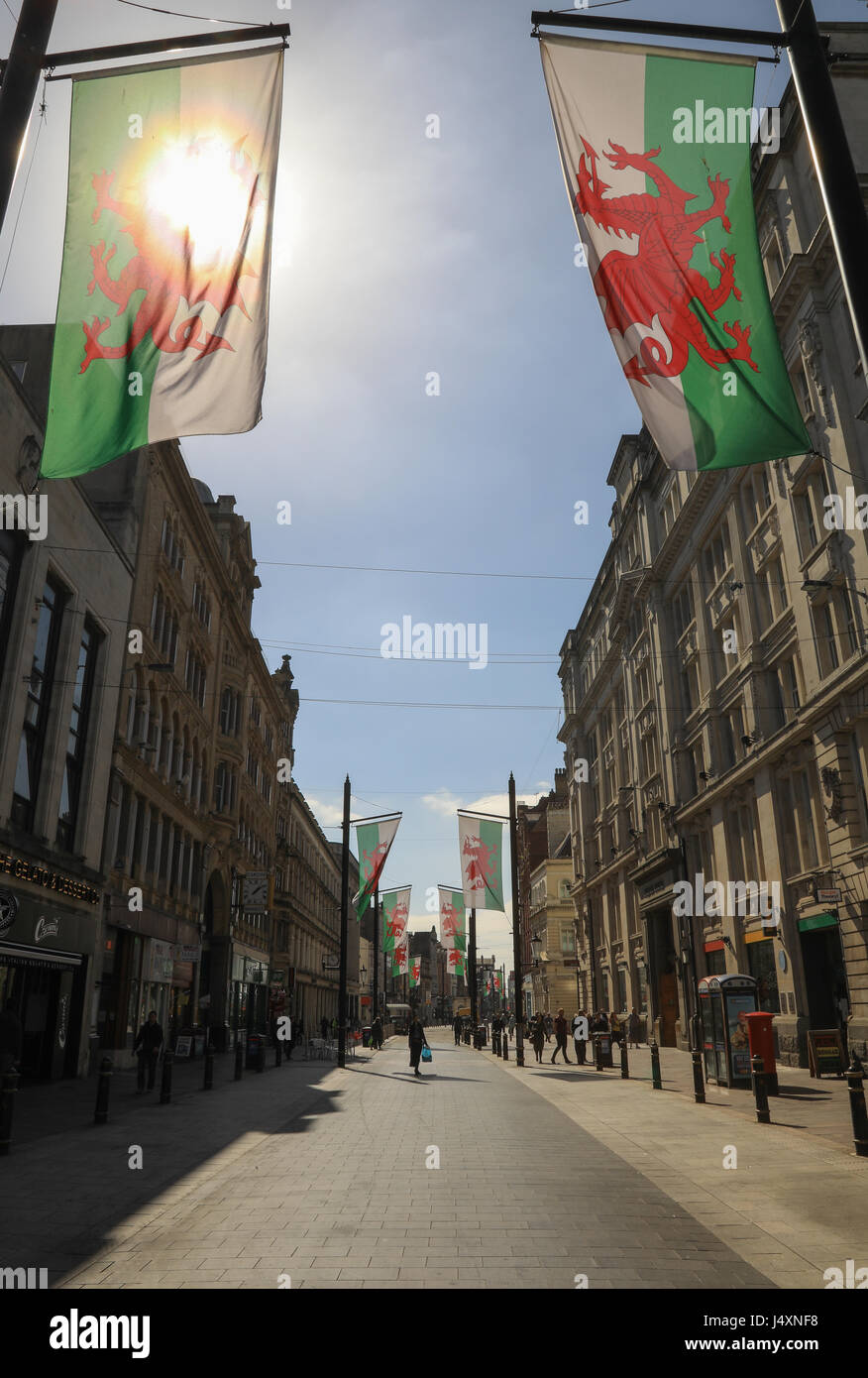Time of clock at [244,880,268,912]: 1:08
